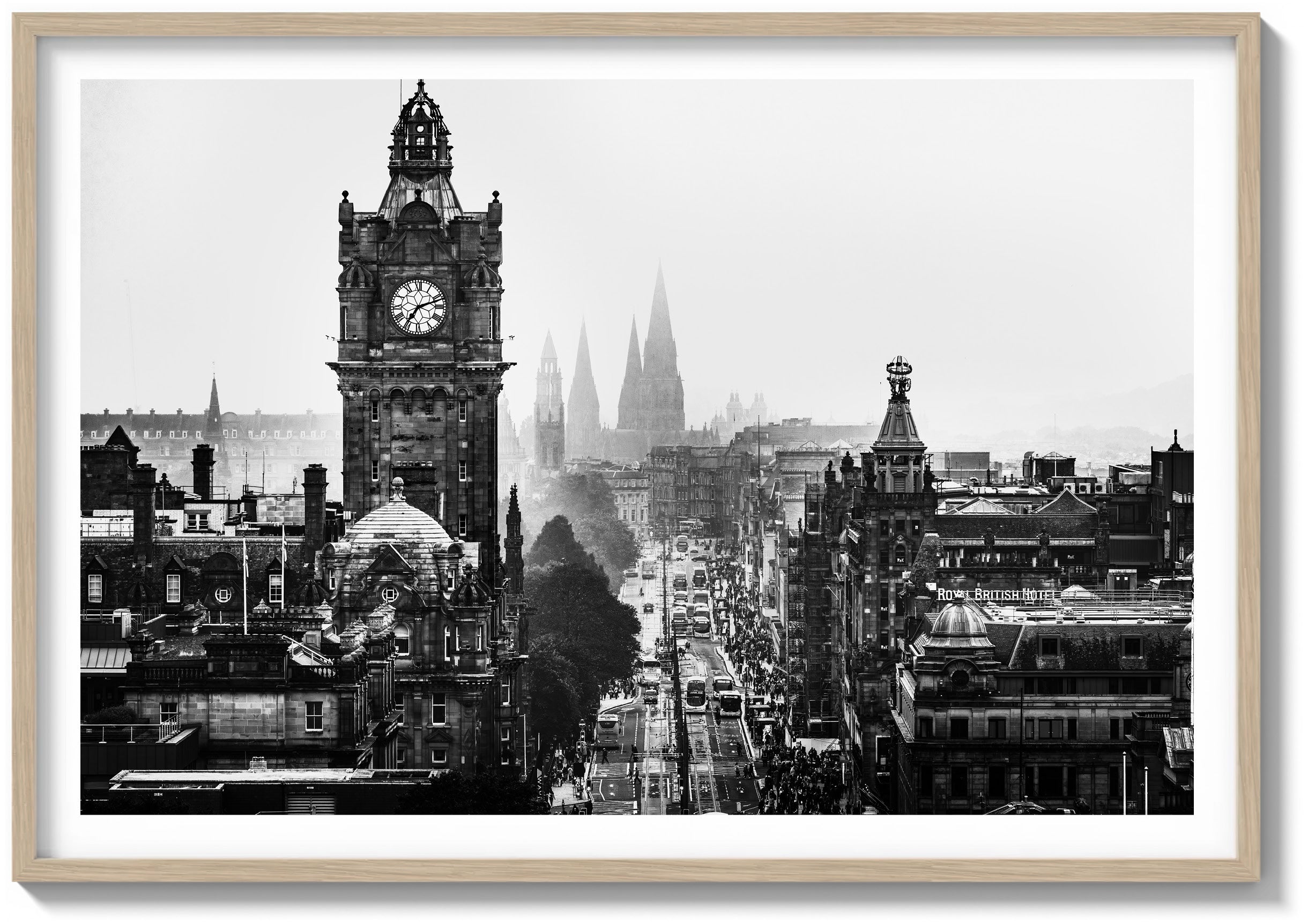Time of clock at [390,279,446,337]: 7:11
